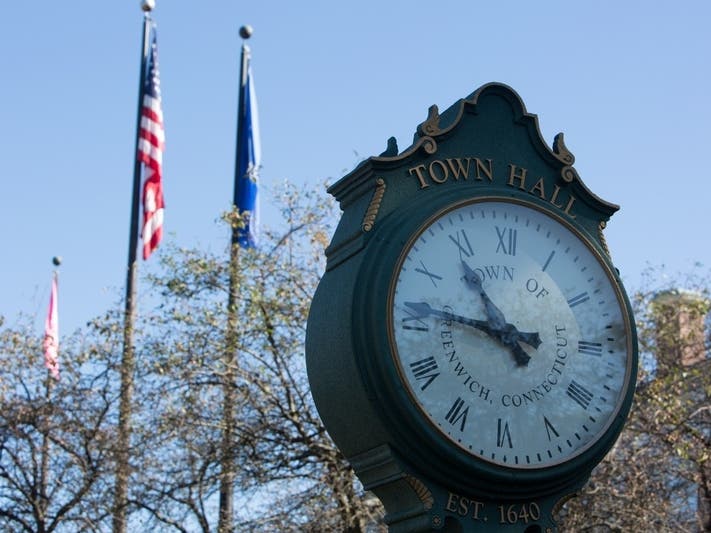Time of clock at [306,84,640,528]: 10:46
